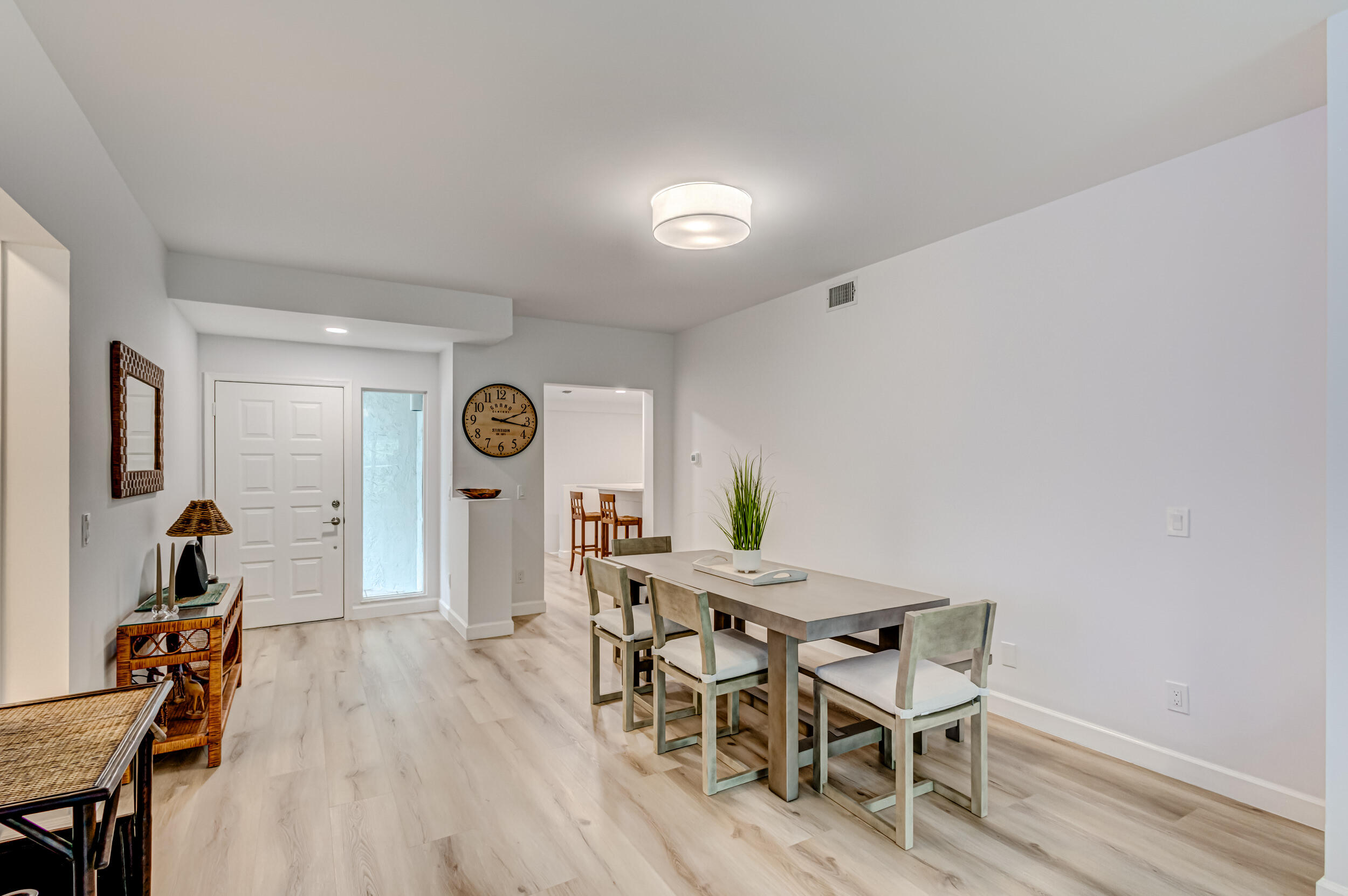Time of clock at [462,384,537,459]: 2:16
